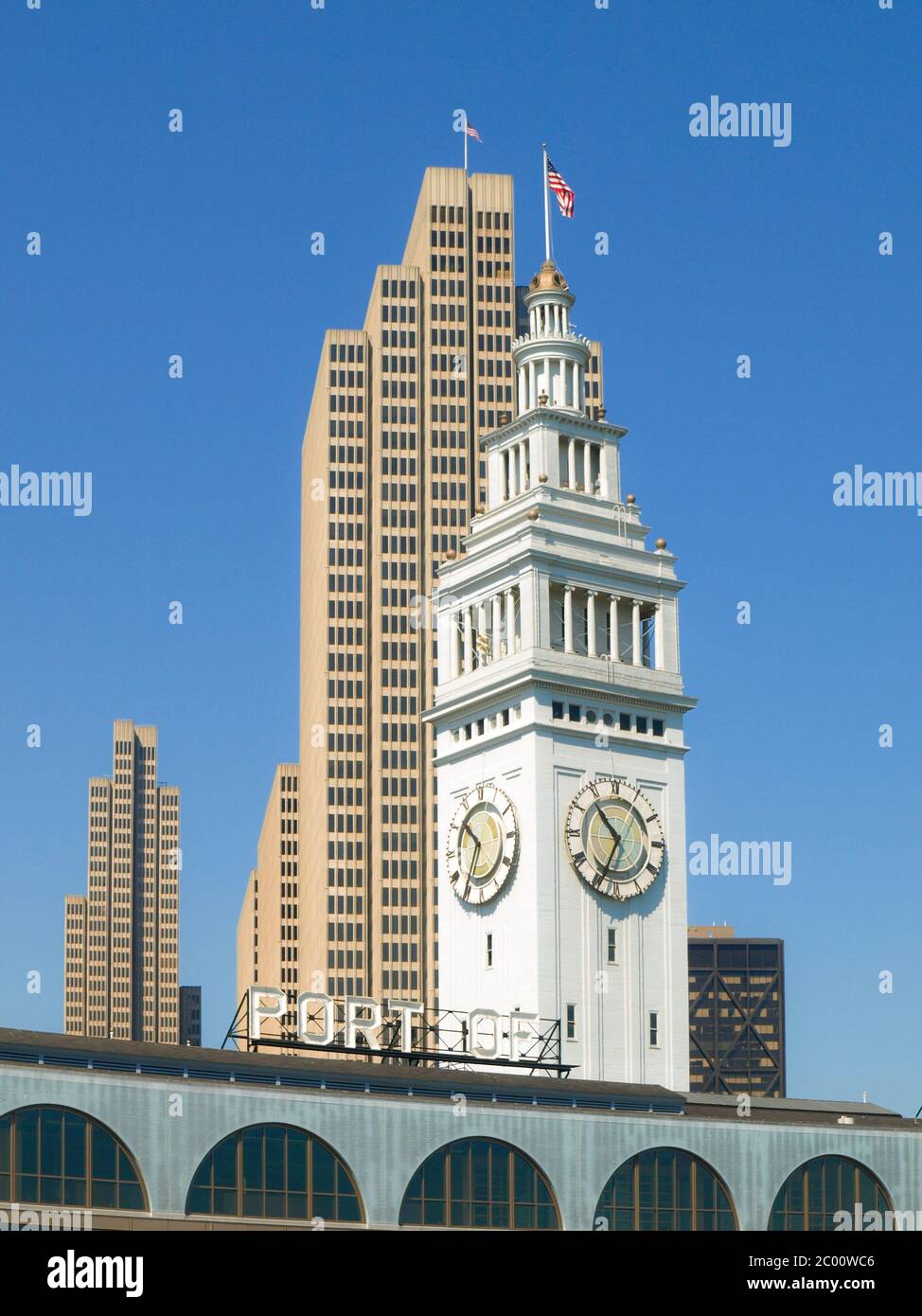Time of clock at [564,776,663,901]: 10:34
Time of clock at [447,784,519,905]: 10:35
